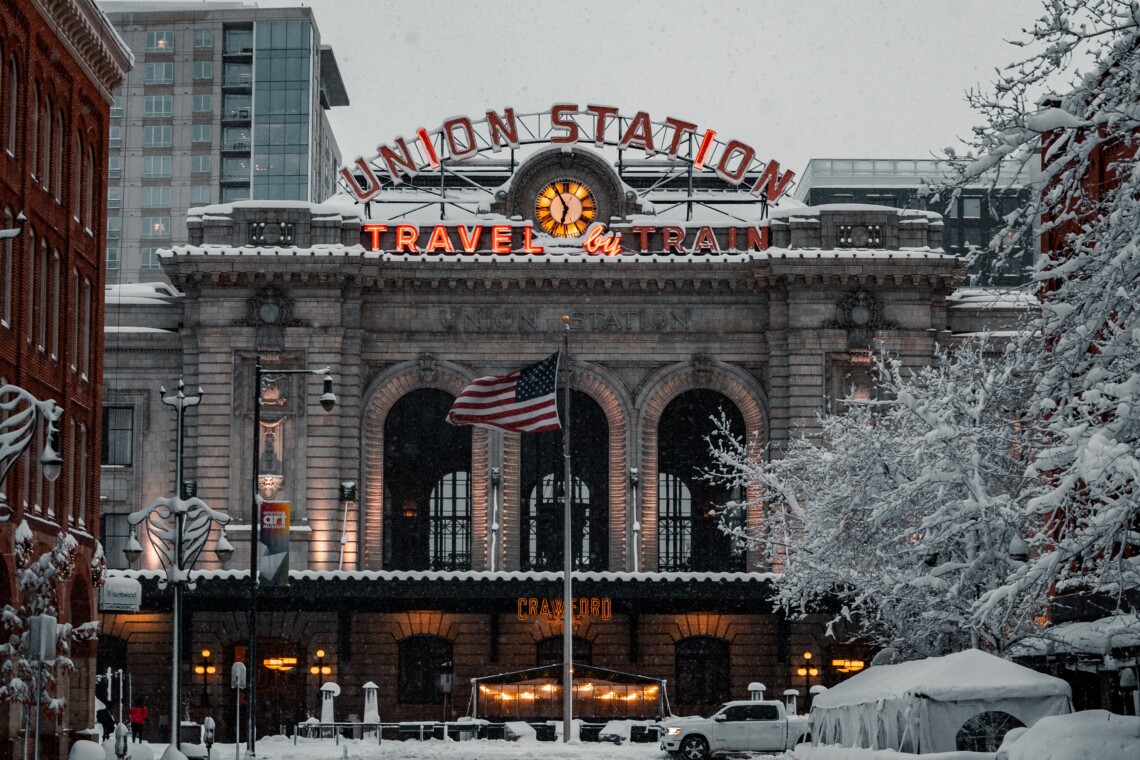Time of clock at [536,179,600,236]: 6:55
